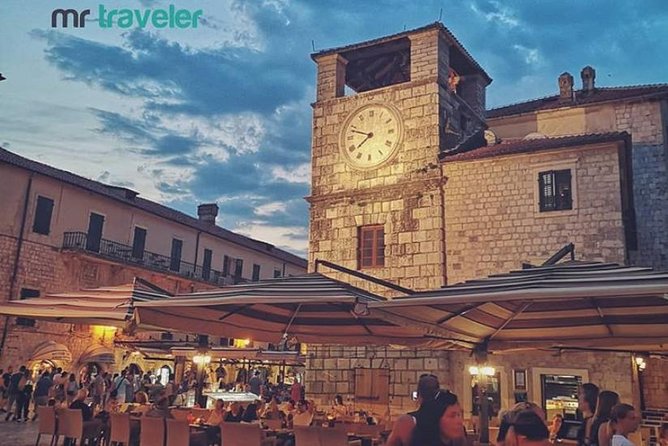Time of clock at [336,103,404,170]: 7:48
